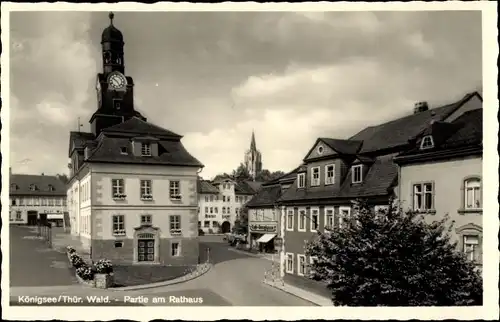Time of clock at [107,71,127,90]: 4:50
